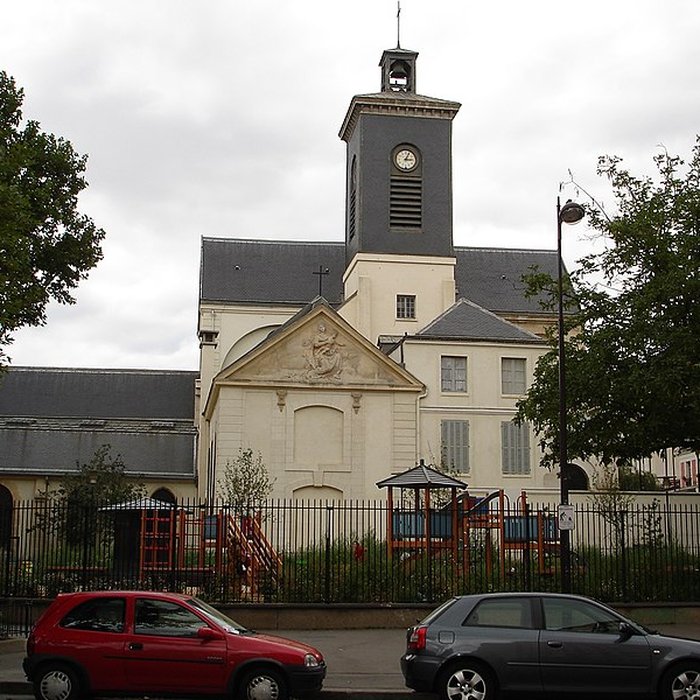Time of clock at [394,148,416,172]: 3:04
